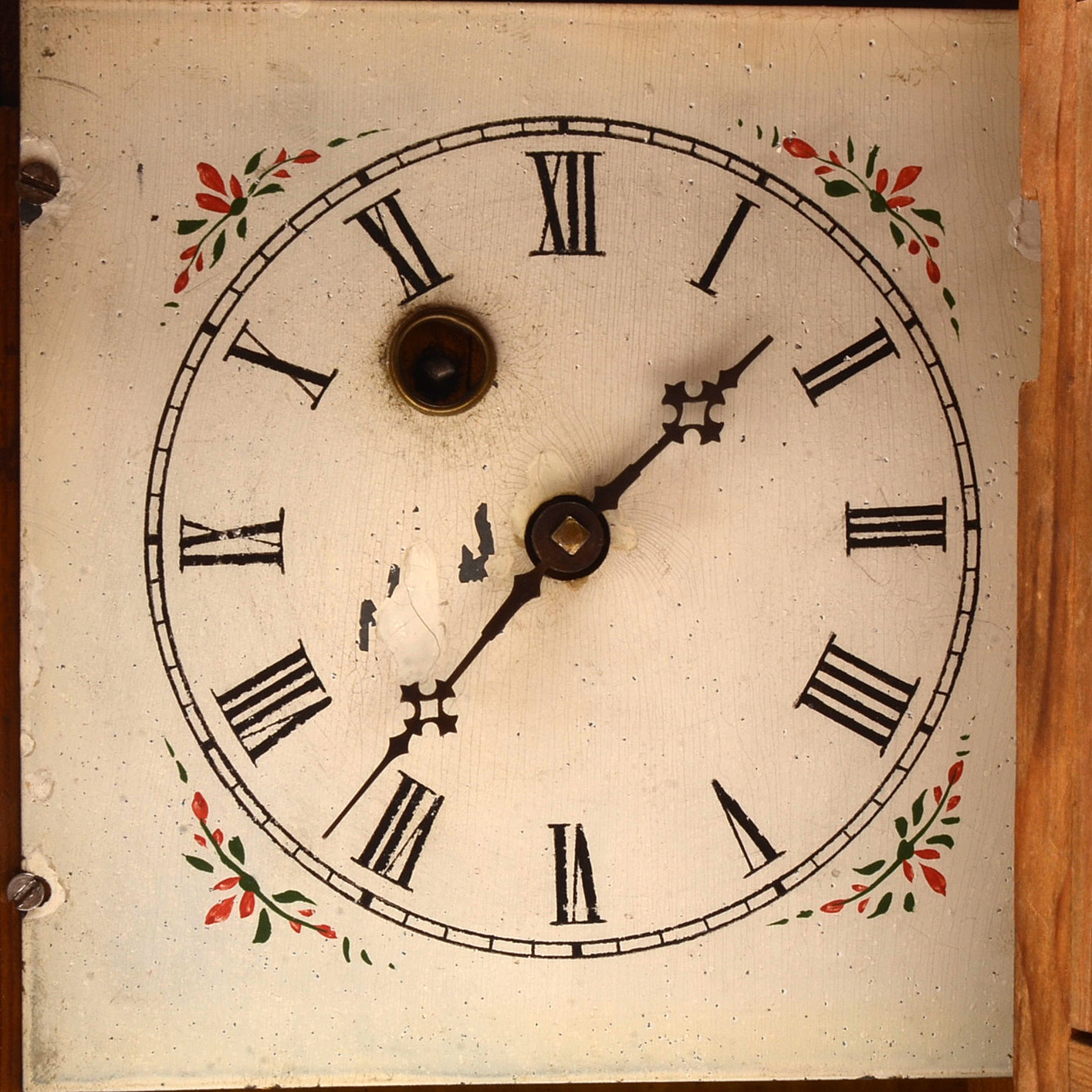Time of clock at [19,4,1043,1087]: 1:36
